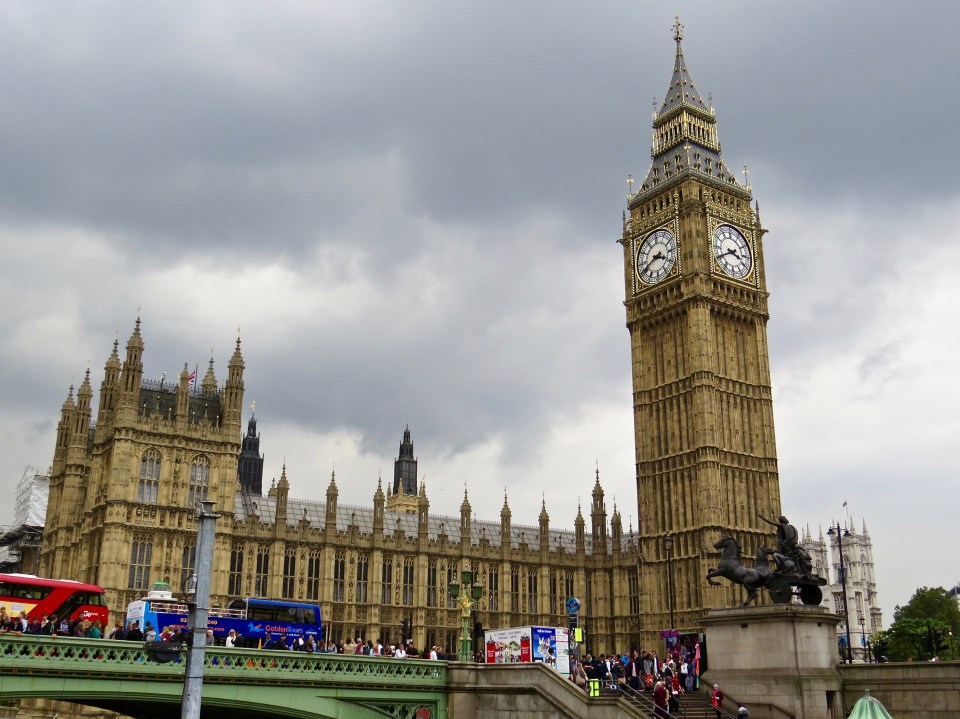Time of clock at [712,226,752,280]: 3:40
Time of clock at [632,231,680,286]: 3:40
